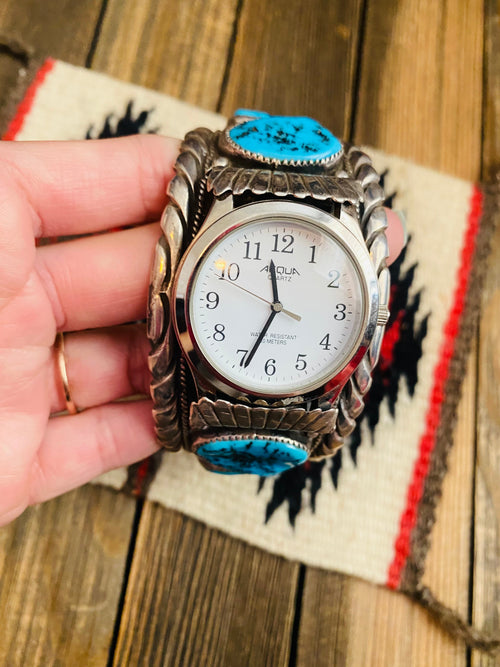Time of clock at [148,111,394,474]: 11:33
